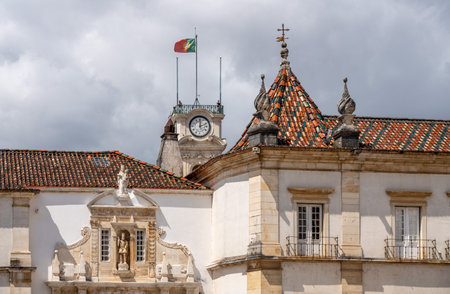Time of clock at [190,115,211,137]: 12:11
